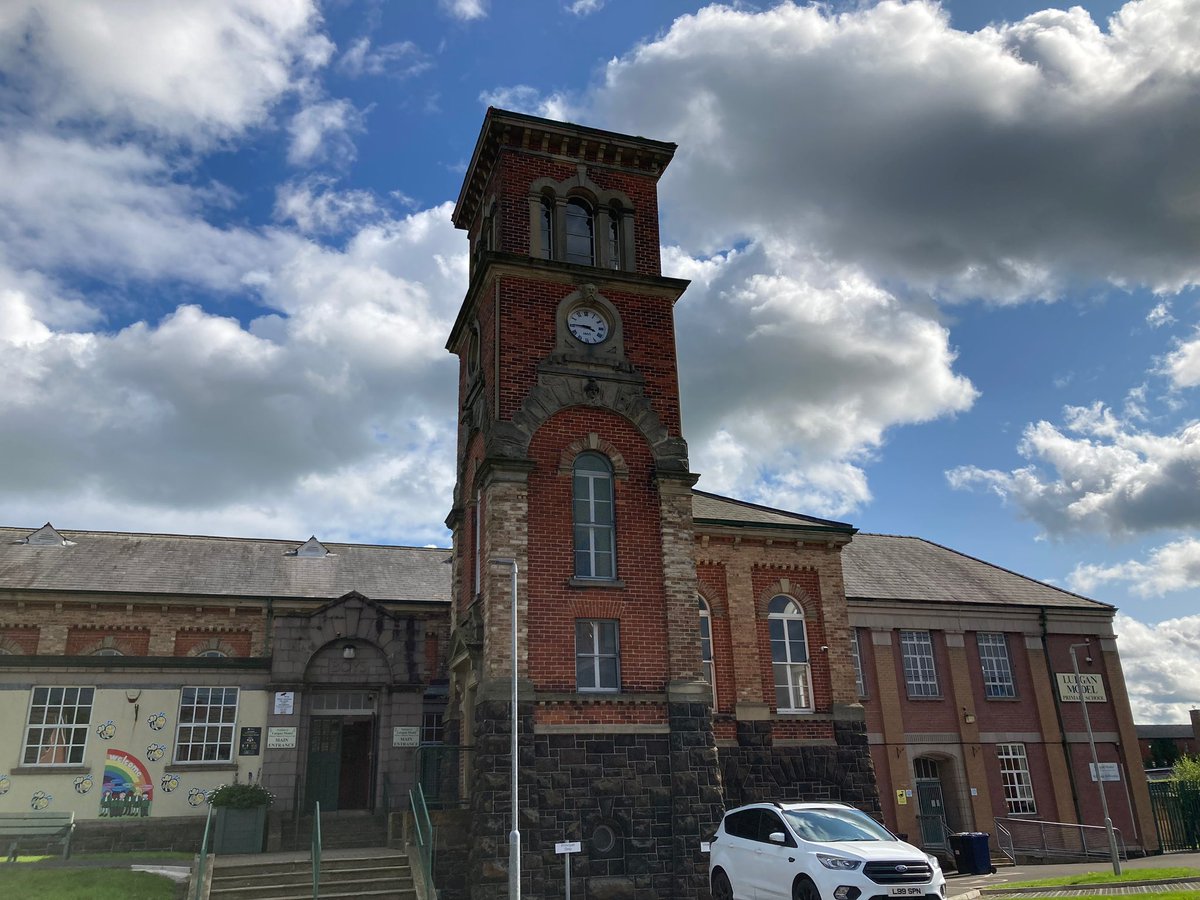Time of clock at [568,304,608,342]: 3:45
